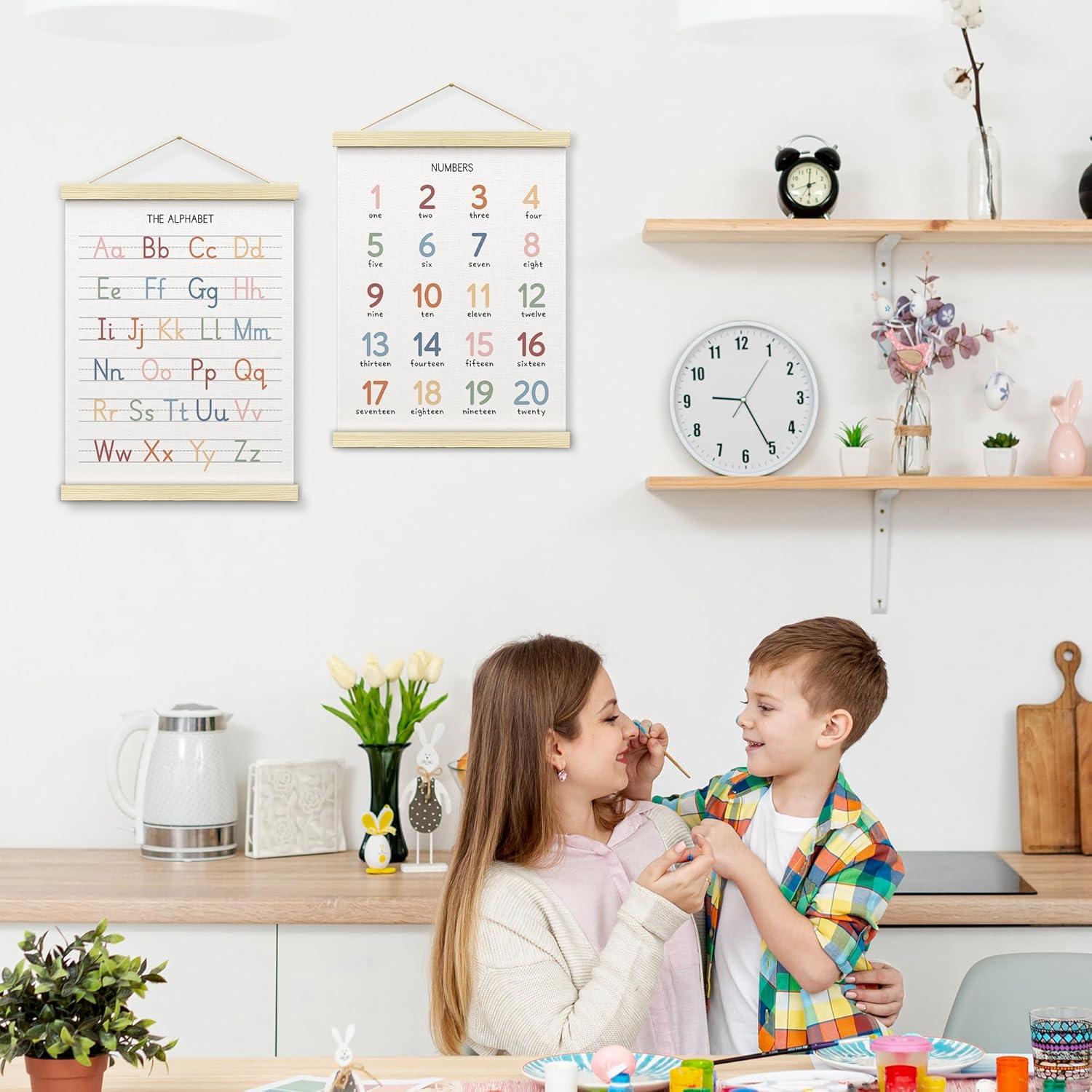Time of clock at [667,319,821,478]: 9:25
